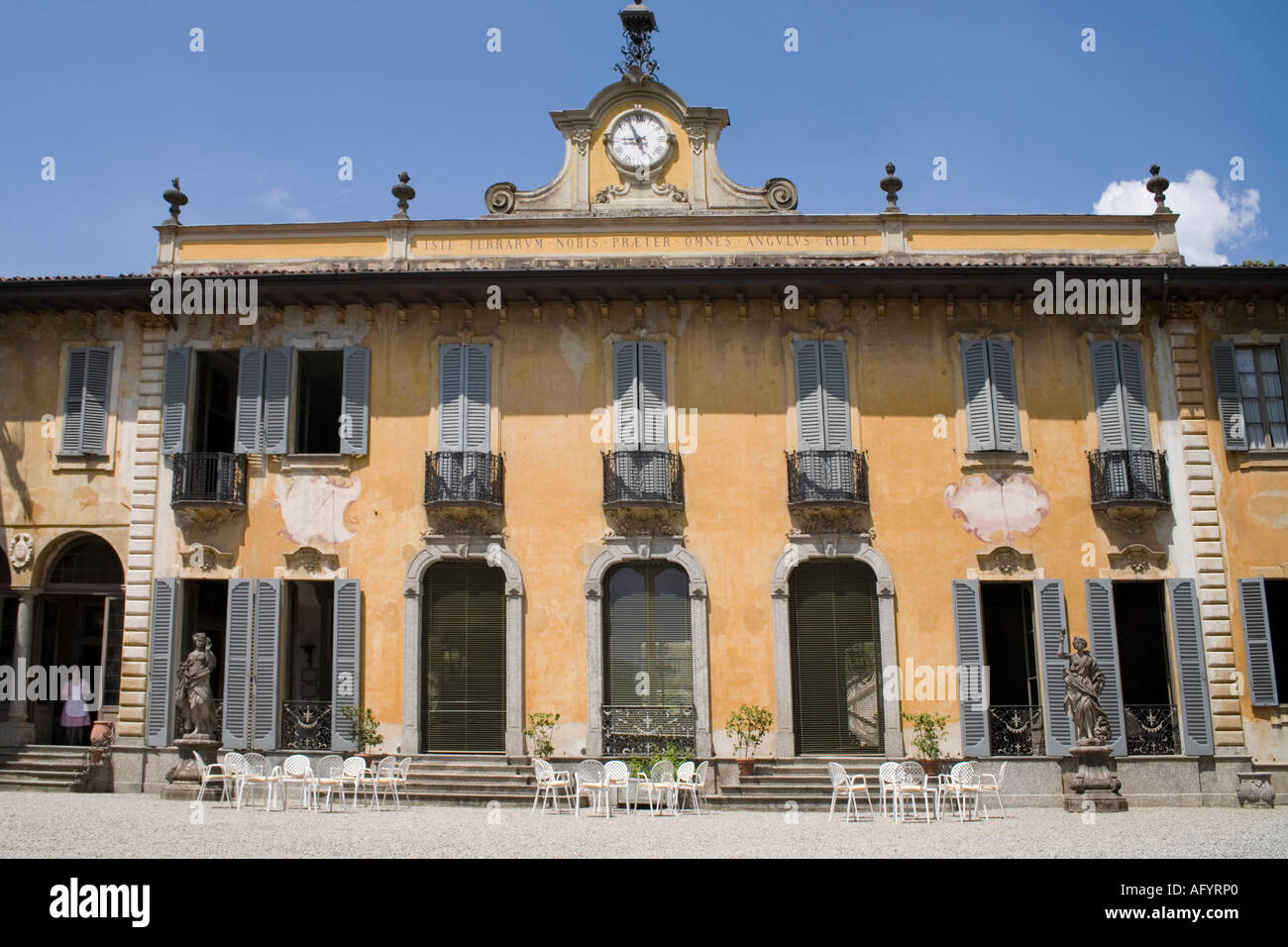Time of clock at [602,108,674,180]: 8:55
